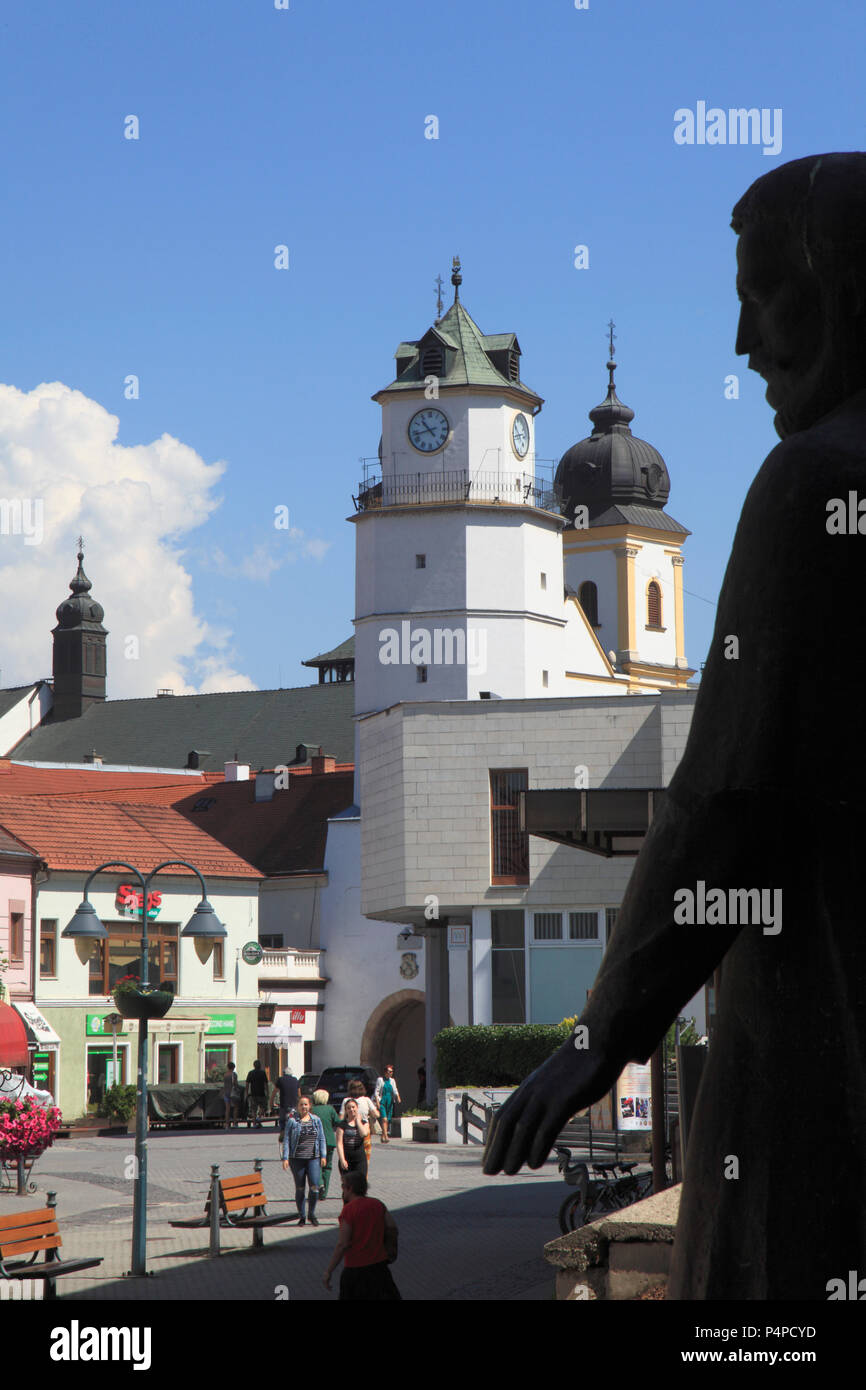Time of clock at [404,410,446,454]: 10:42
